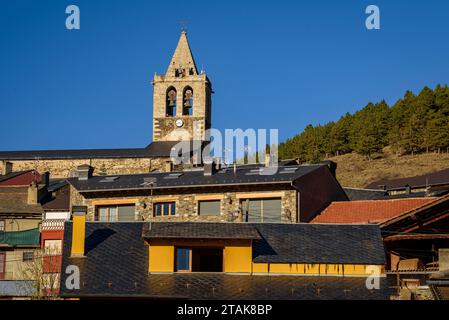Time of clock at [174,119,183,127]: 3:42
